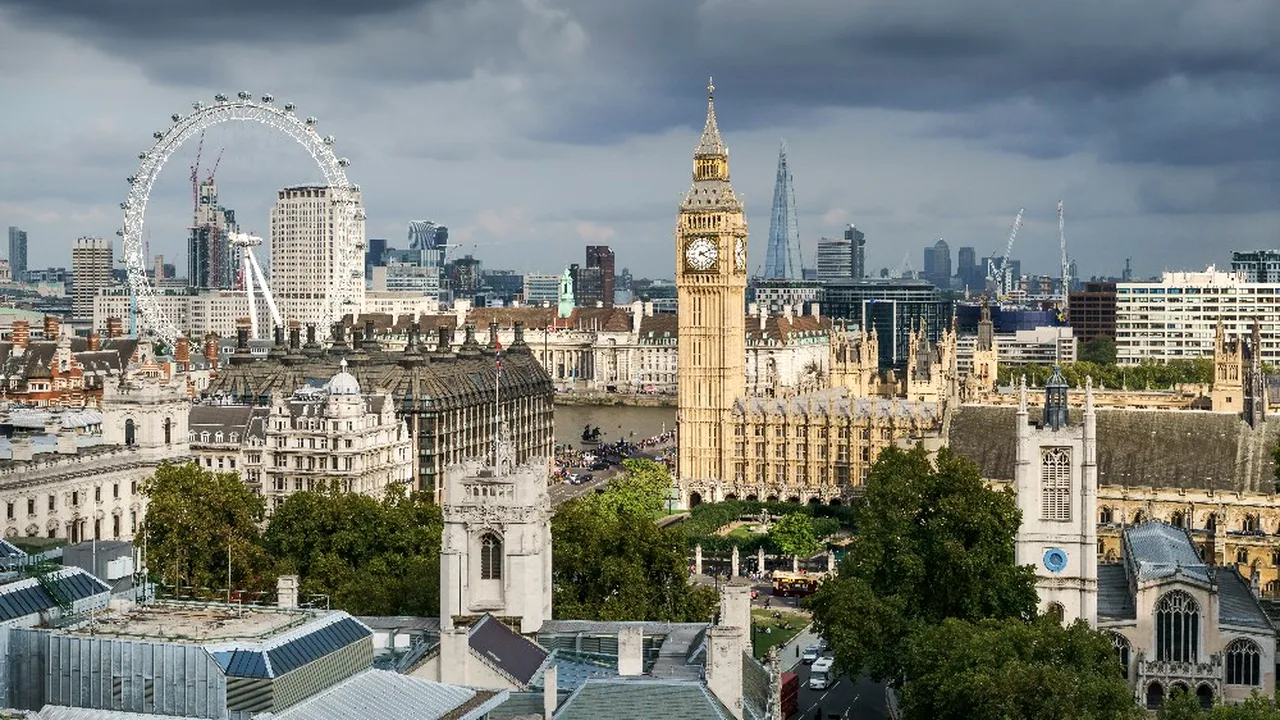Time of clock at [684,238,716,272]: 4:11
